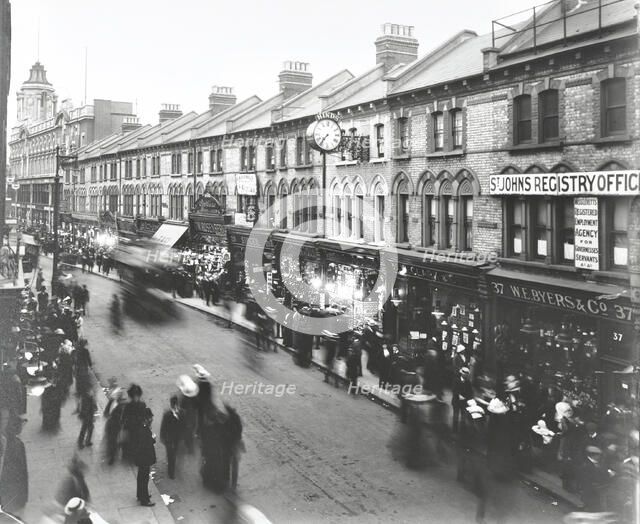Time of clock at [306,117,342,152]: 7:36
